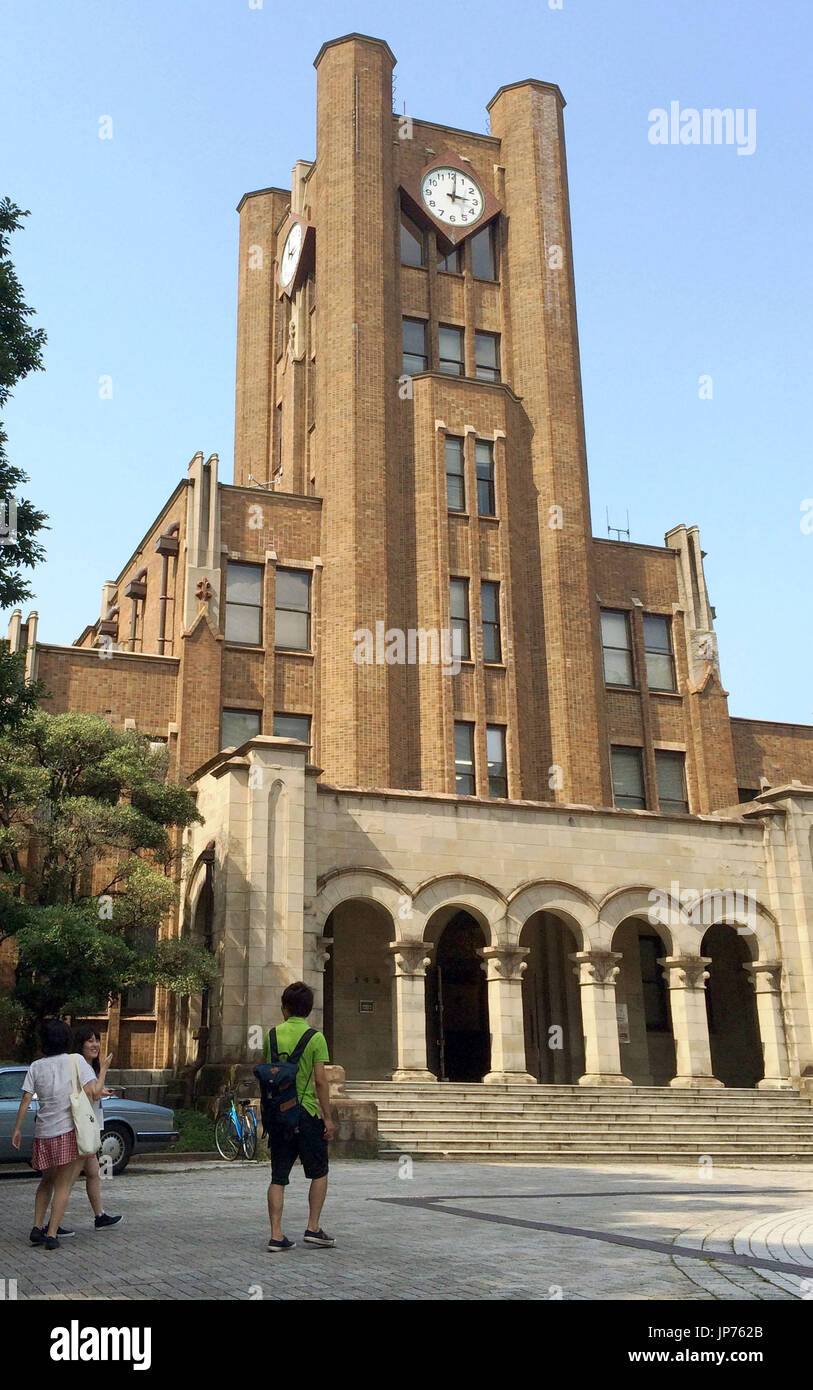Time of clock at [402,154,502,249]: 3:01
